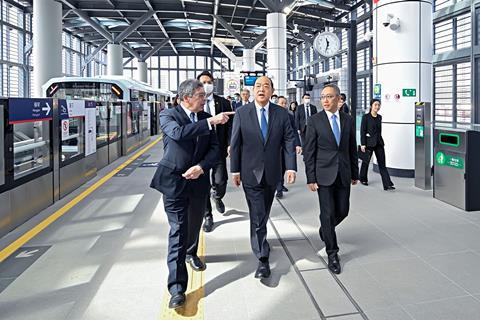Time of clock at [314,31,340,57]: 11:32
